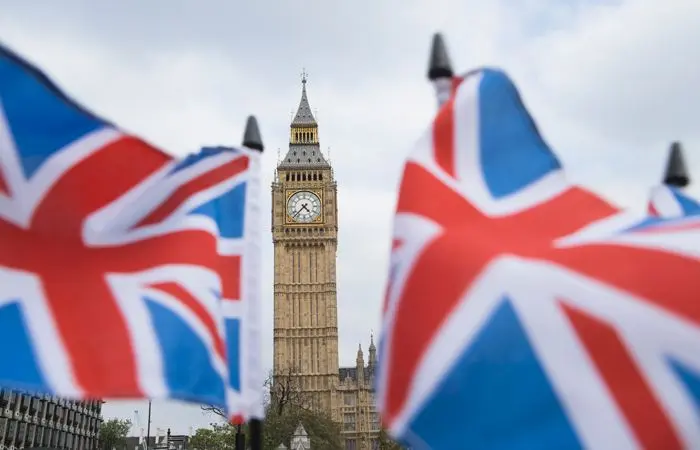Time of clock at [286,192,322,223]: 4:37
